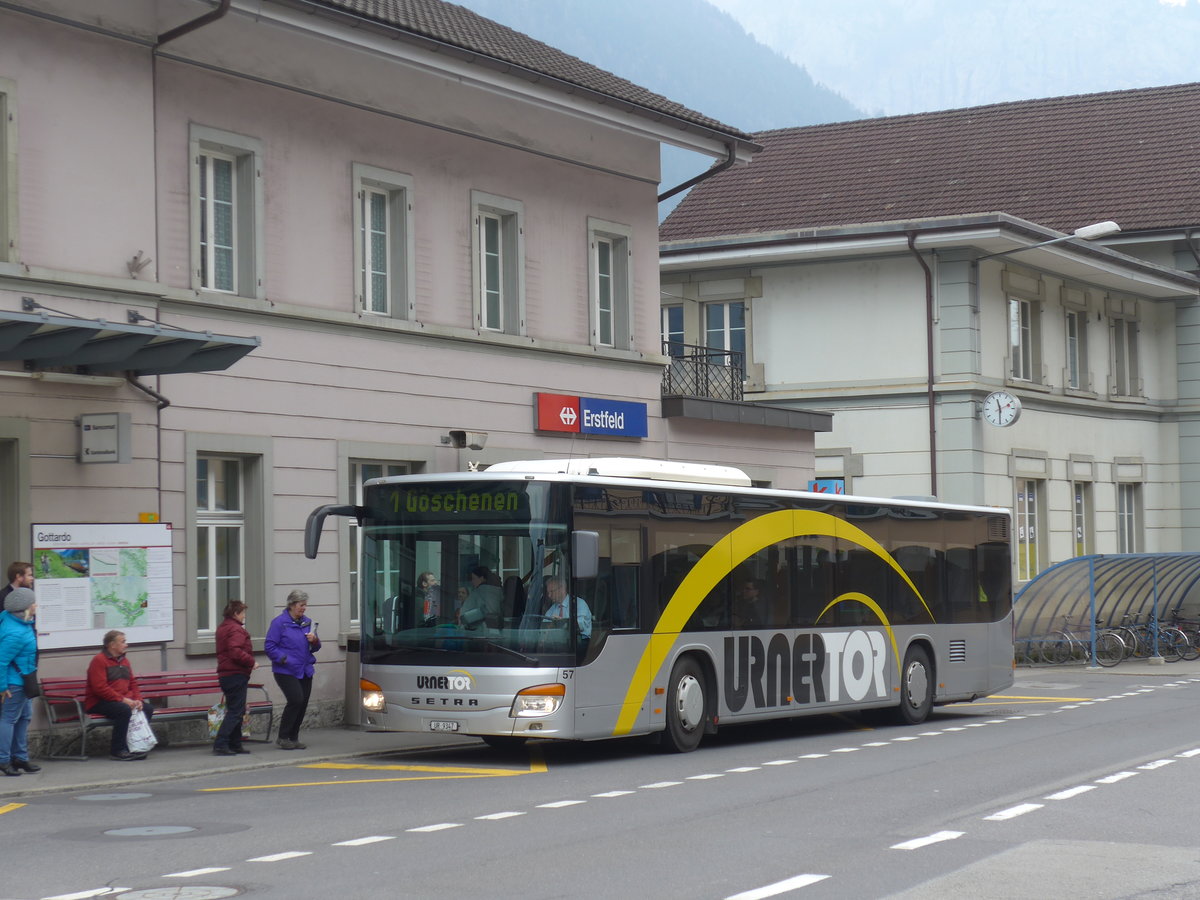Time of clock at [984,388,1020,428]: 11:29
